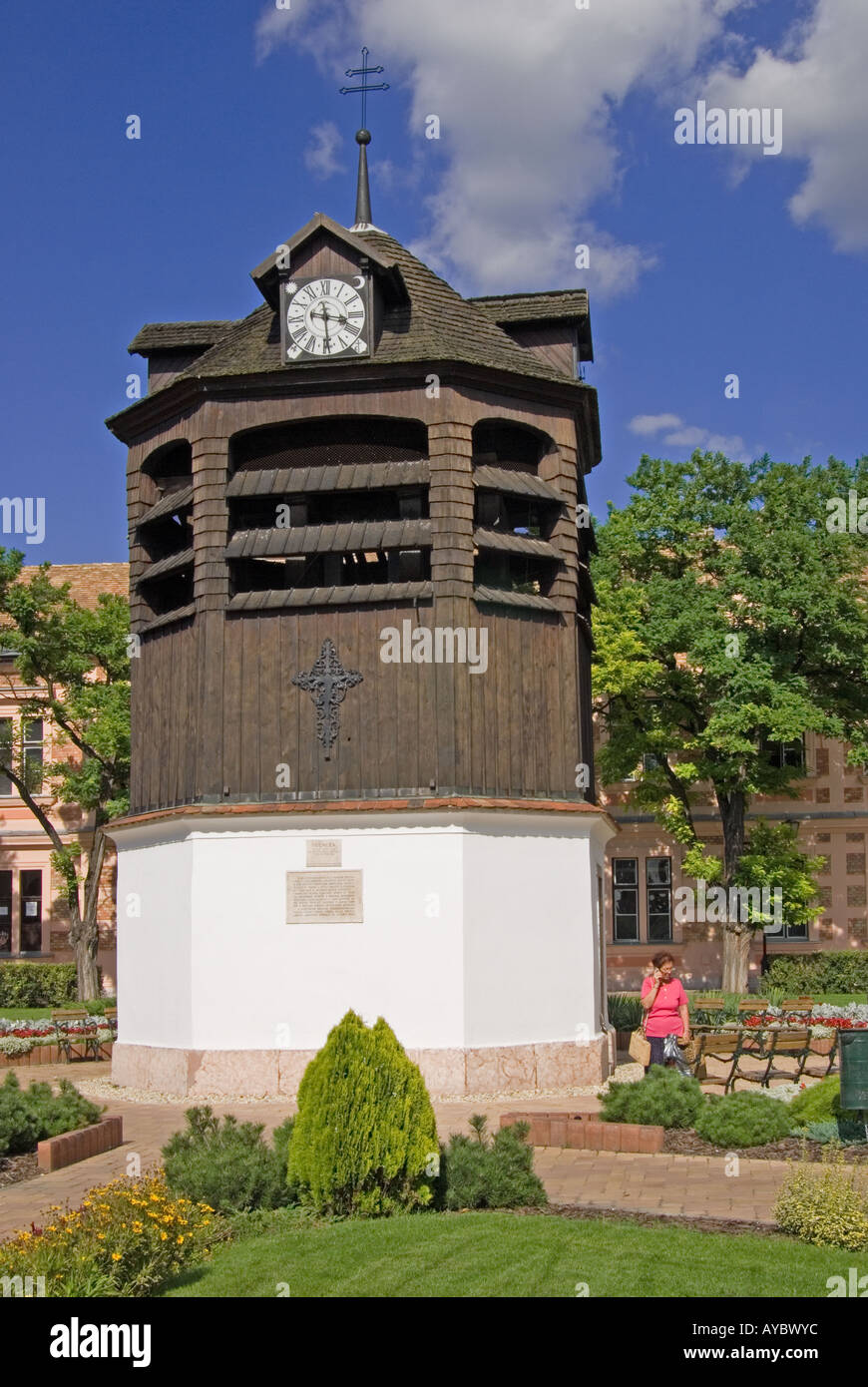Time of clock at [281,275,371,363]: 3:29
